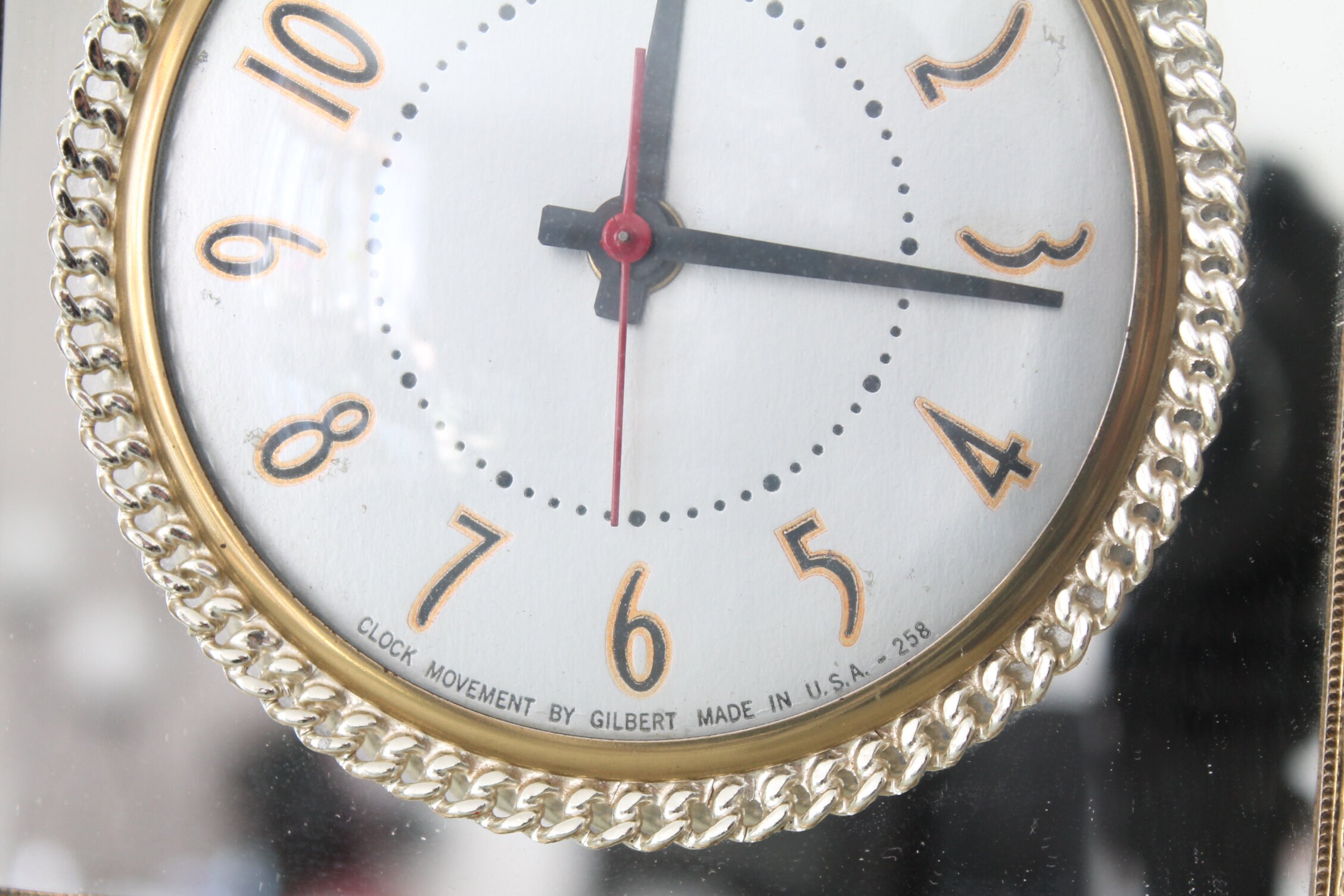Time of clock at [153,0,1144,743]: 12:16
